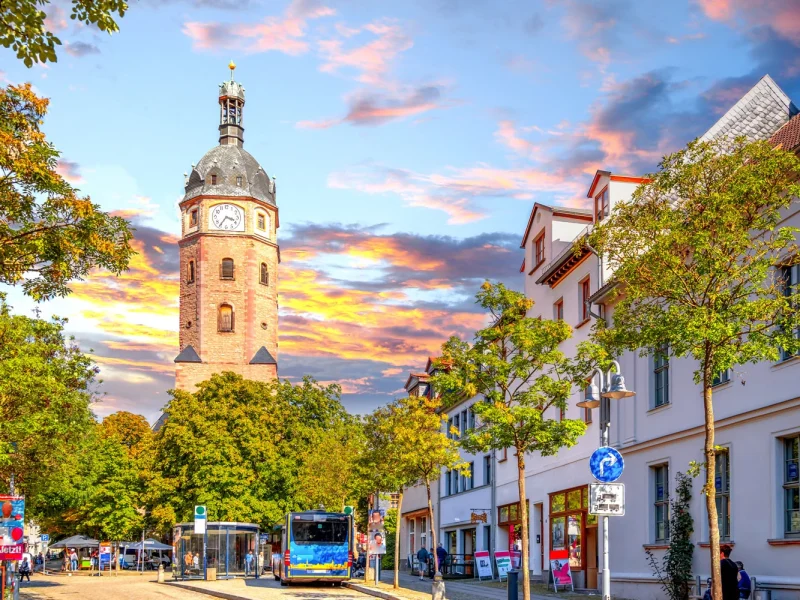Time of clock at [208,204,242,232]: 3:35
